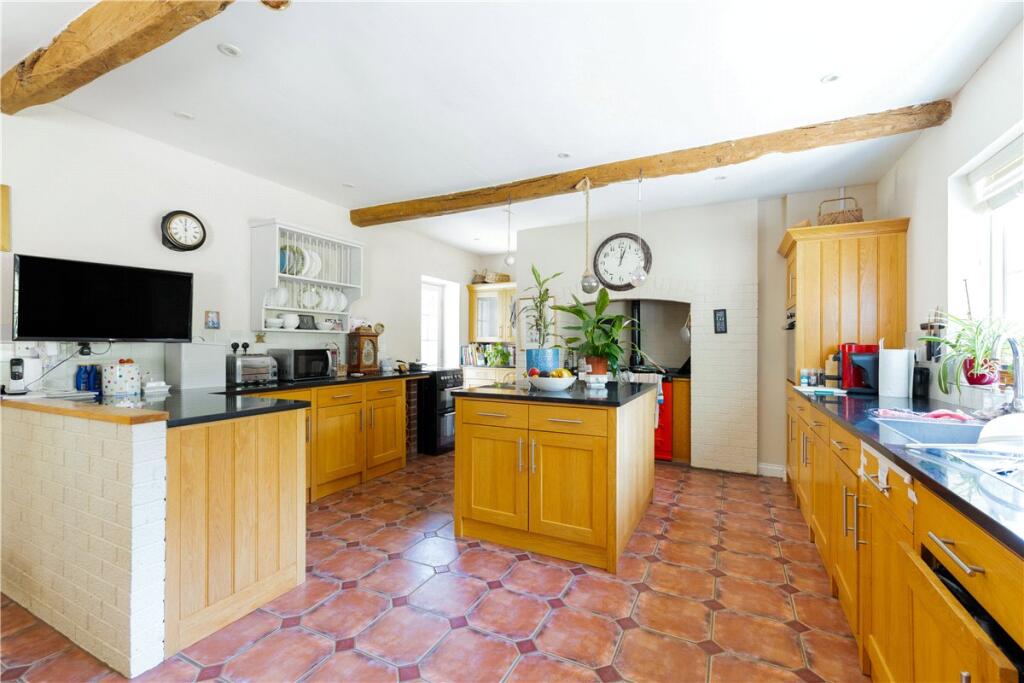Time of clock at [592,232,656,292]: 12:03
